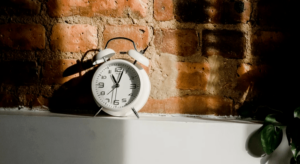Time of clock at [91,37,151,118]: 11:03
